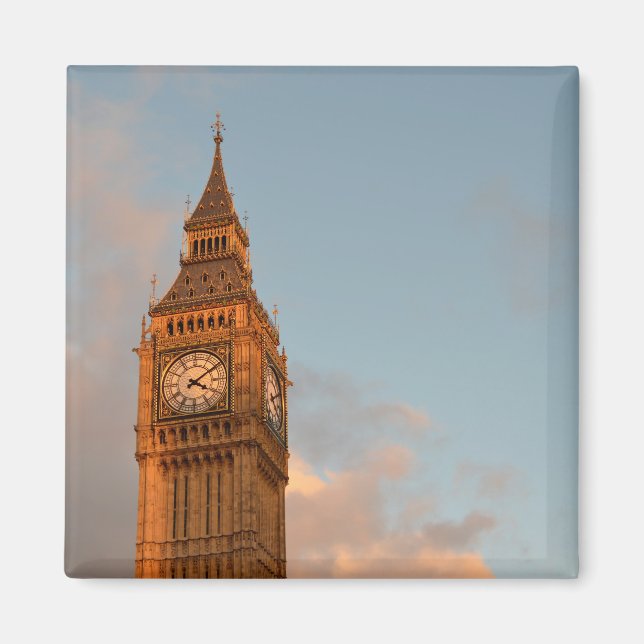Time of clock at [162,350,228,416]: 4:09
